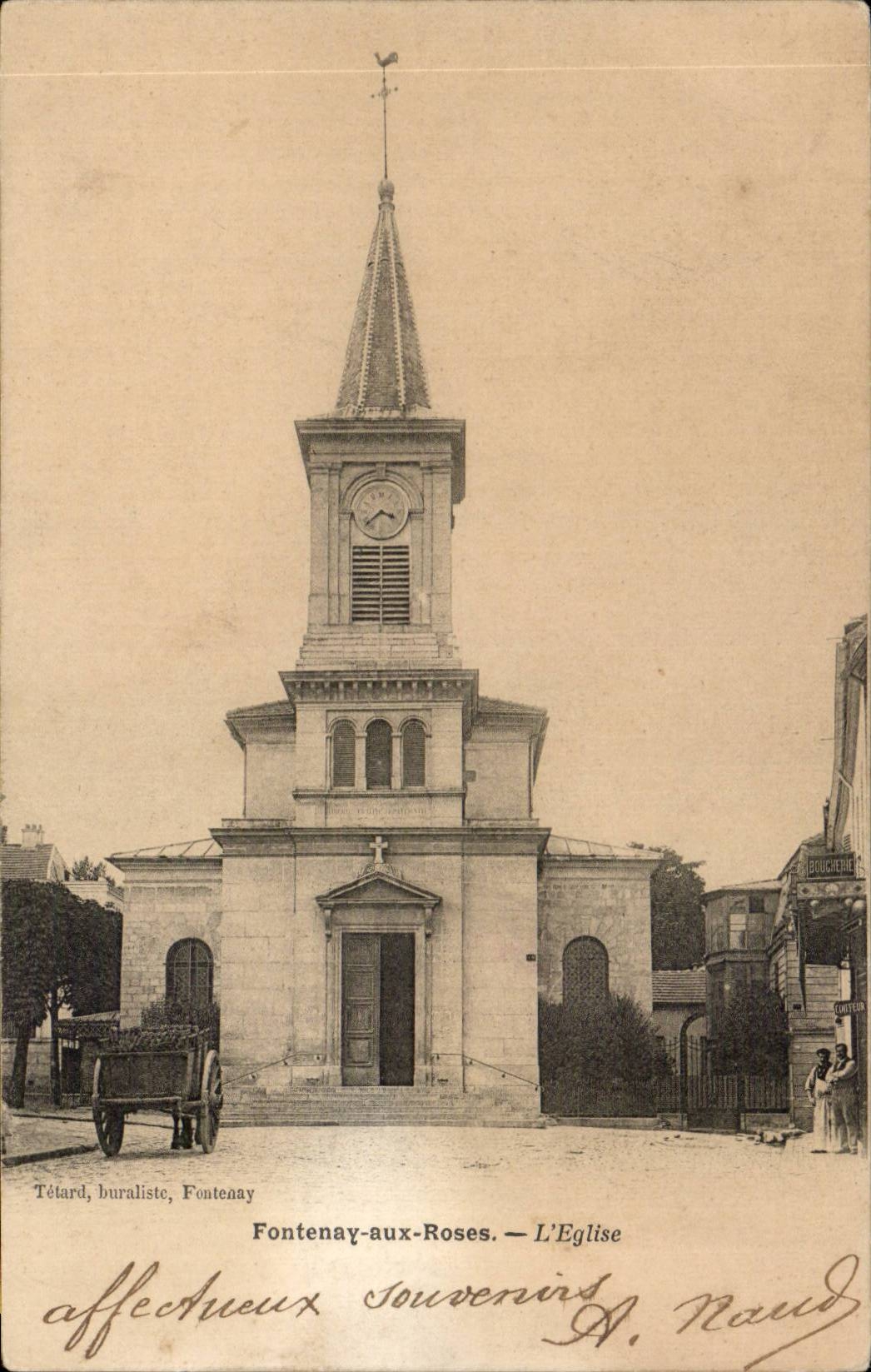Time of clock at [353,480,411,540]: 3:38
